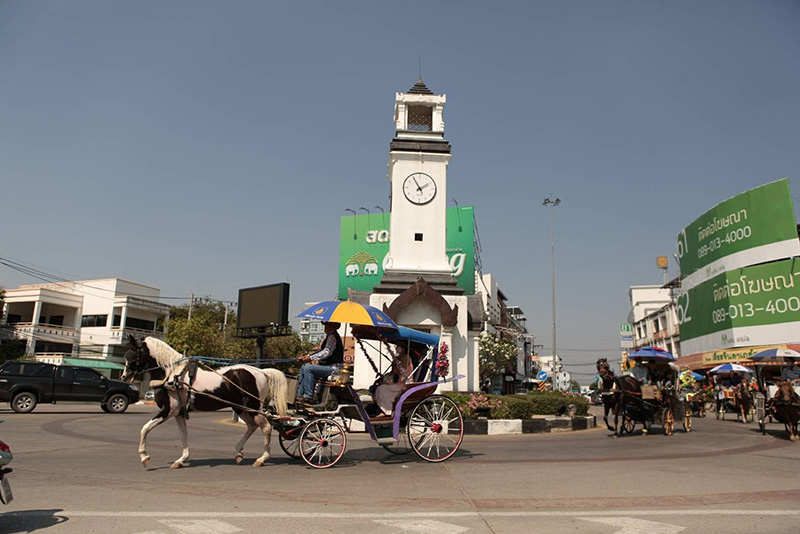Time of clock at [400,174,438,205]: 1:54
